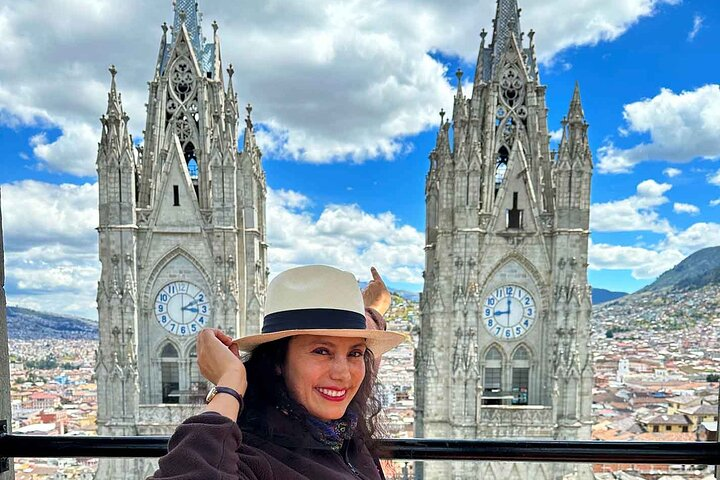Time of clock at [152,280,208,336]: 3:11
